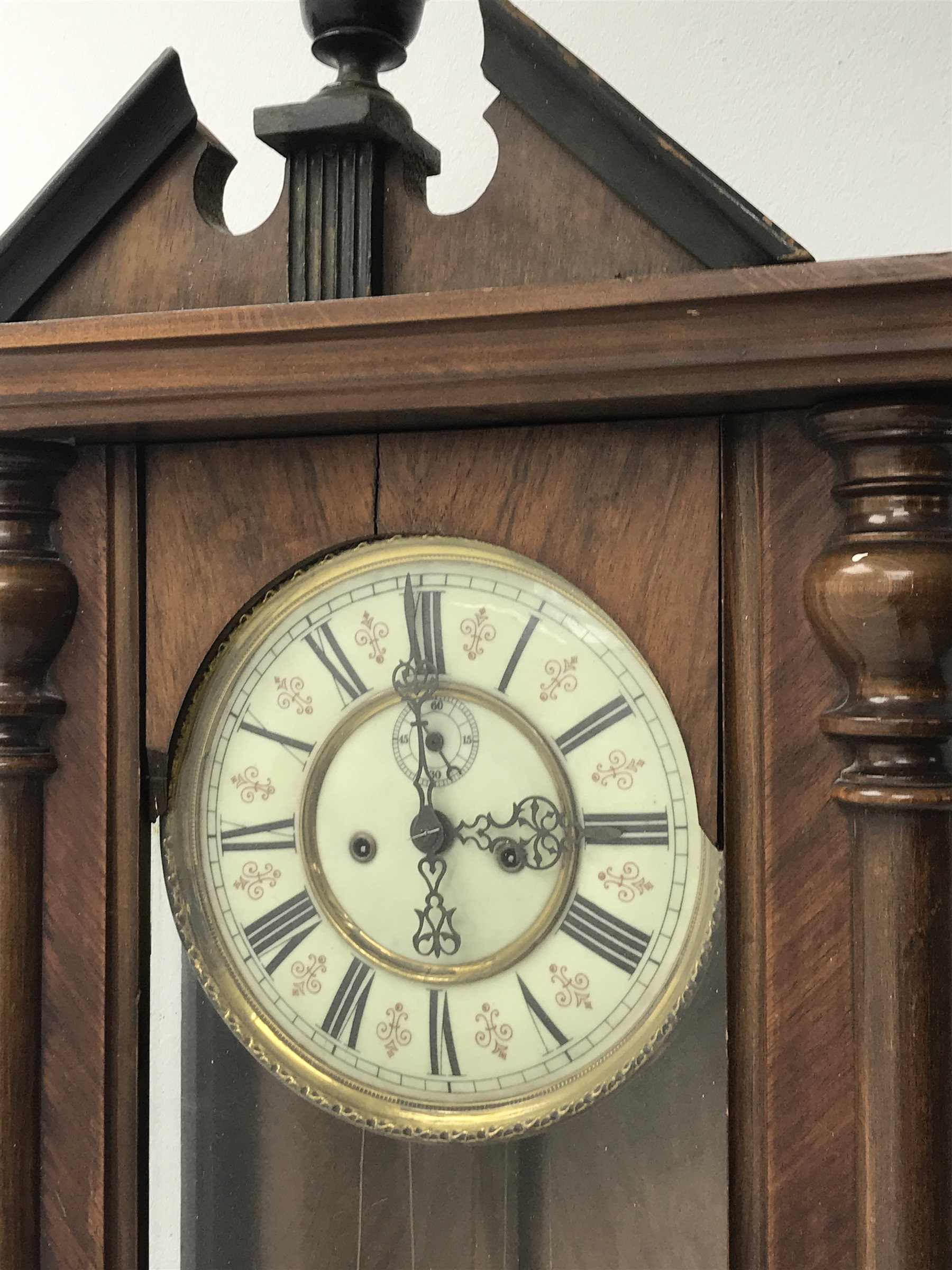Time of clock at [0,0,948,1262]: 3:00
